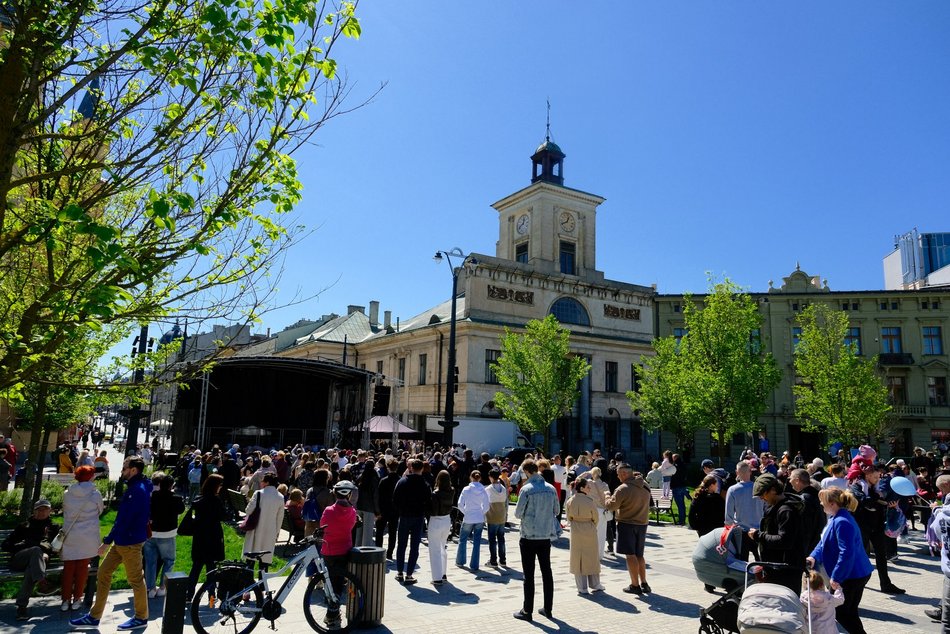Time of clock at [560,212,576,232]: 12:40
